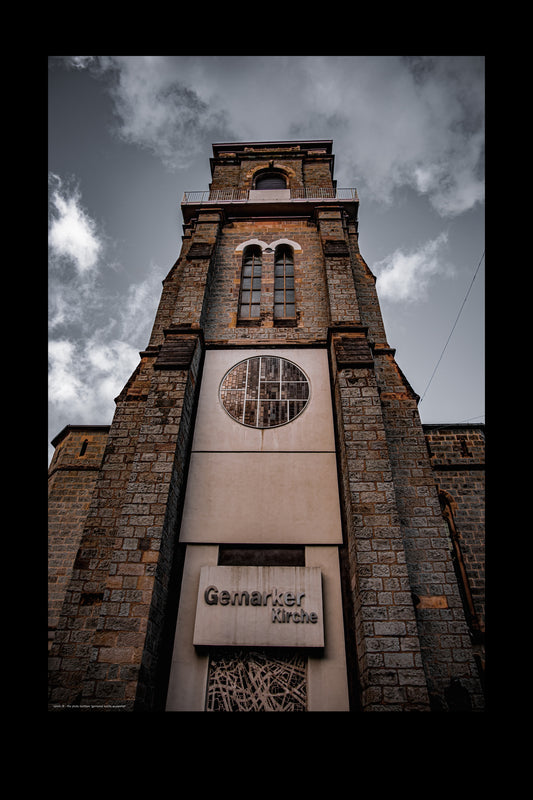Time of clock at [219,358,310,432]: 5:59
